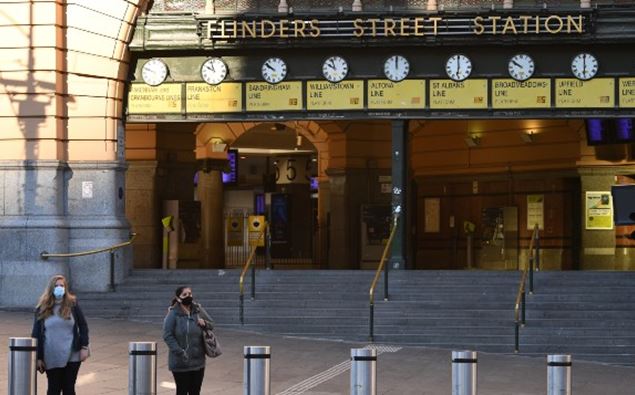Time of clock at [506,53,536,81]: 9:50
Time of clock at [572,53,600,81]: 5:59
